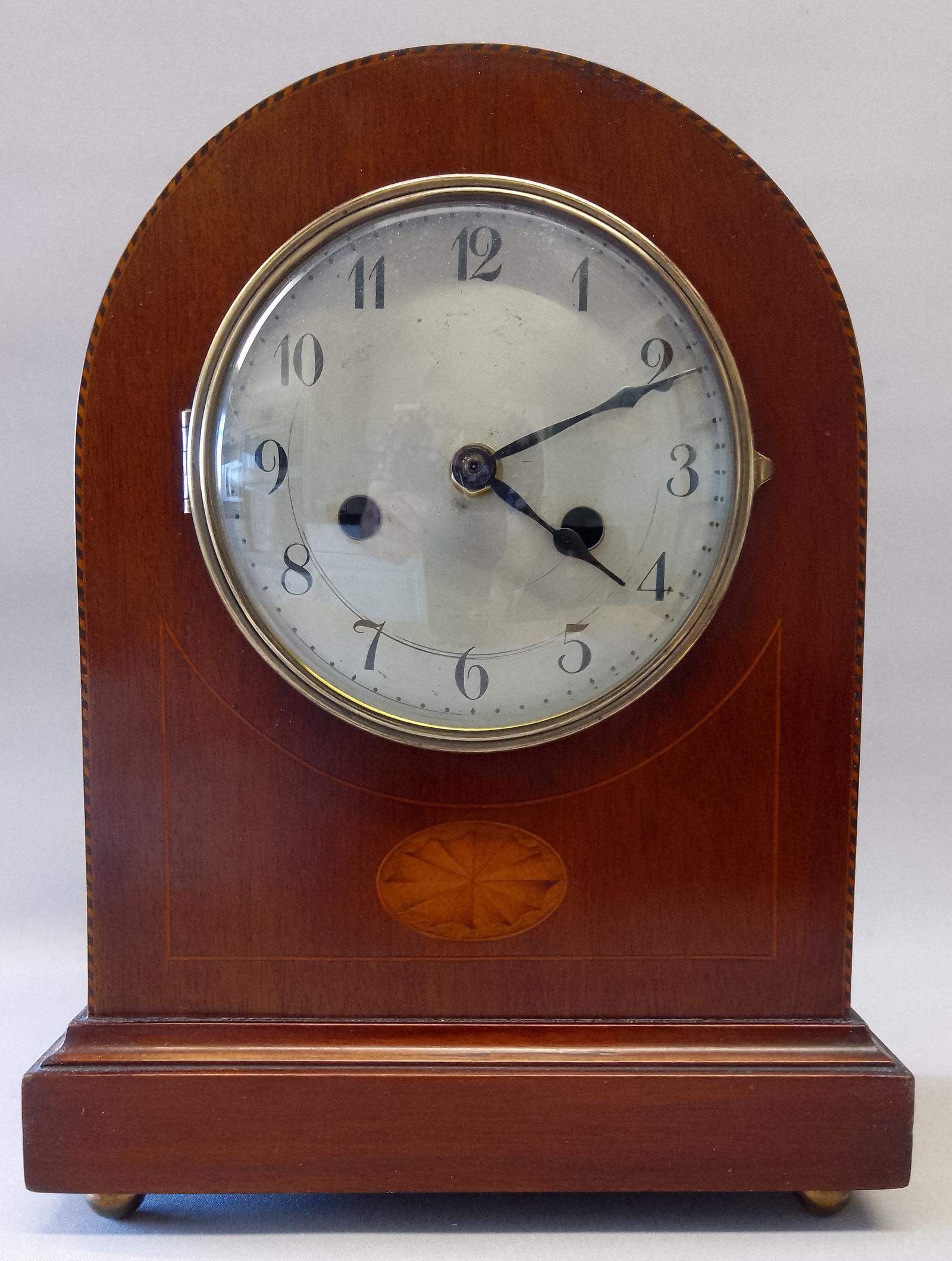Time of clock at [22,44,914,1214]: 4:10
